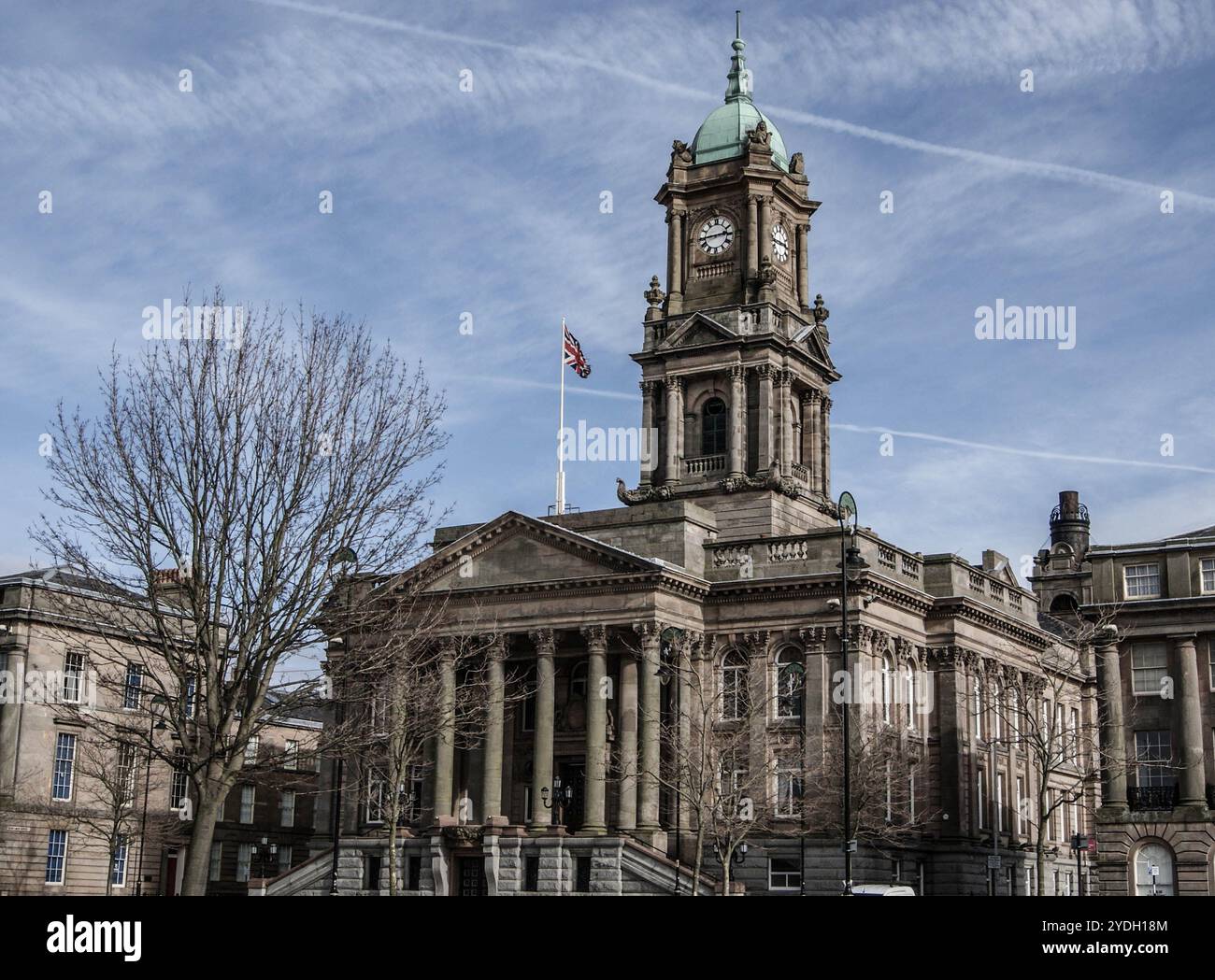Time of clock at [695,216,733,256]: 2:43
